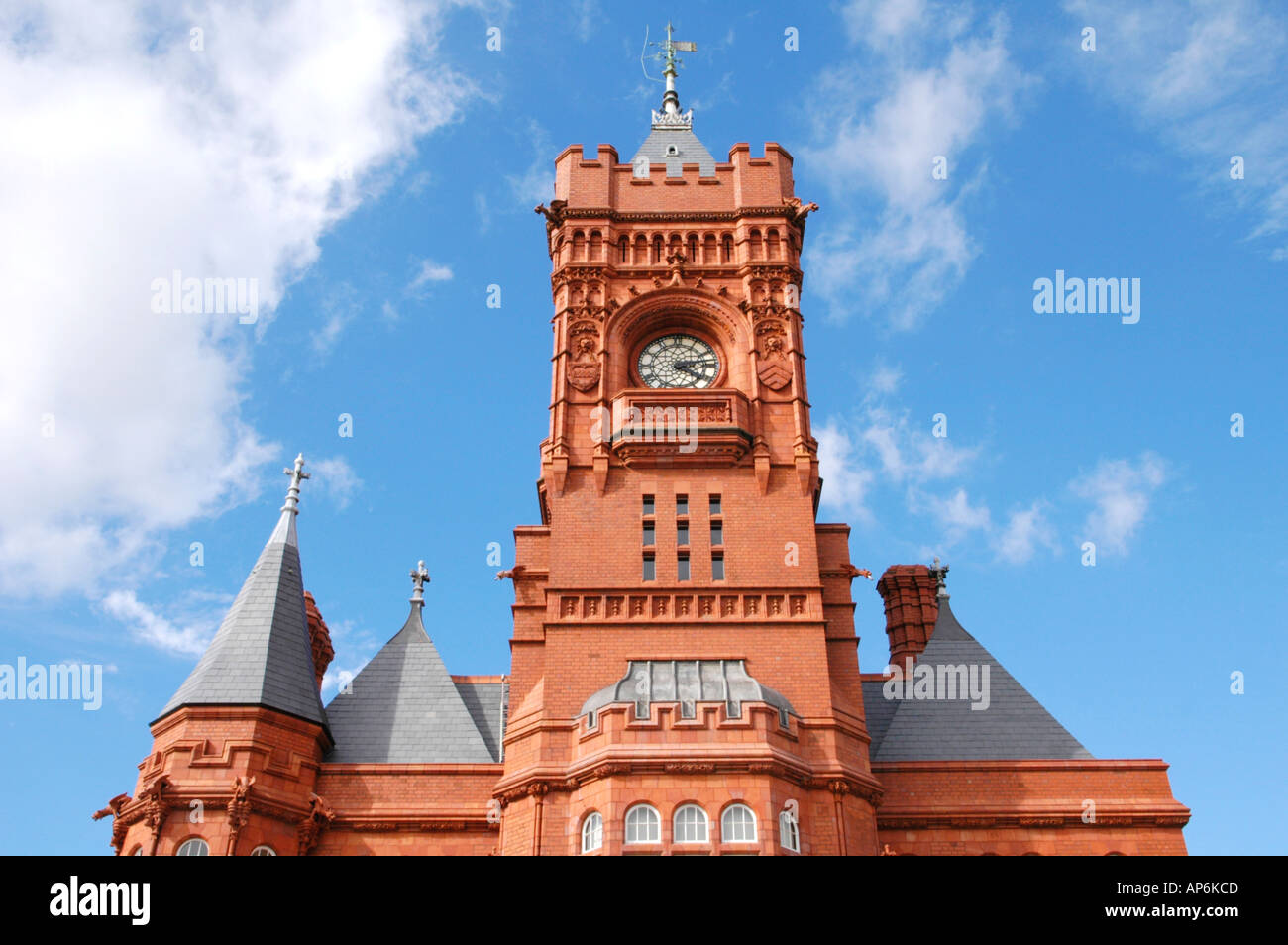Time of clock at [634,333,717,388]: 4:12
